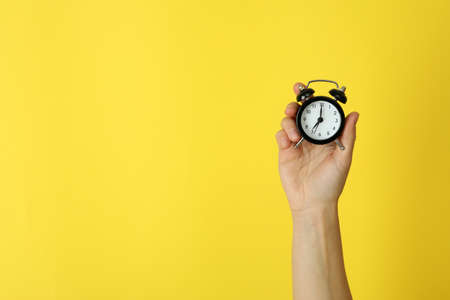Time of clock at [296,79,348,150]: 7:00
